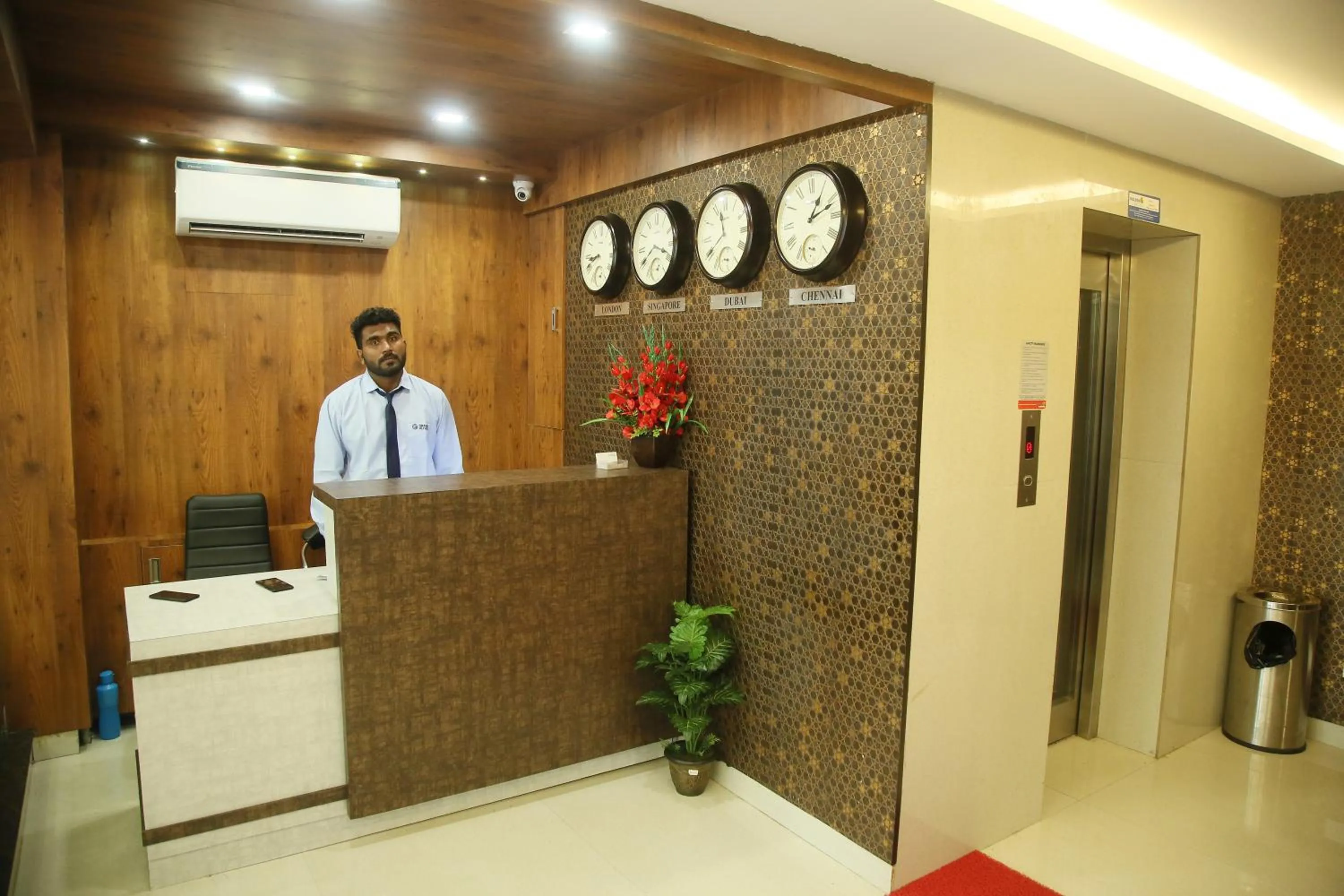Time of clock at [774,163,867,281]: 1:11
